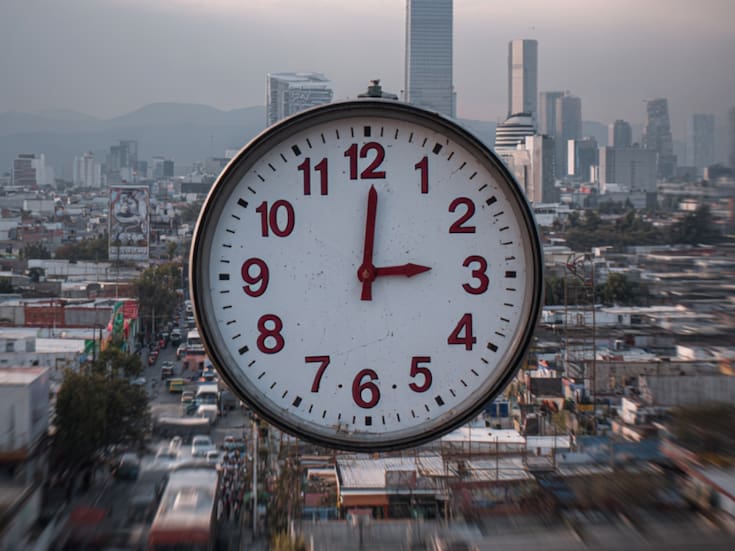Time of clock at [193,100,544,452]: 3:00
